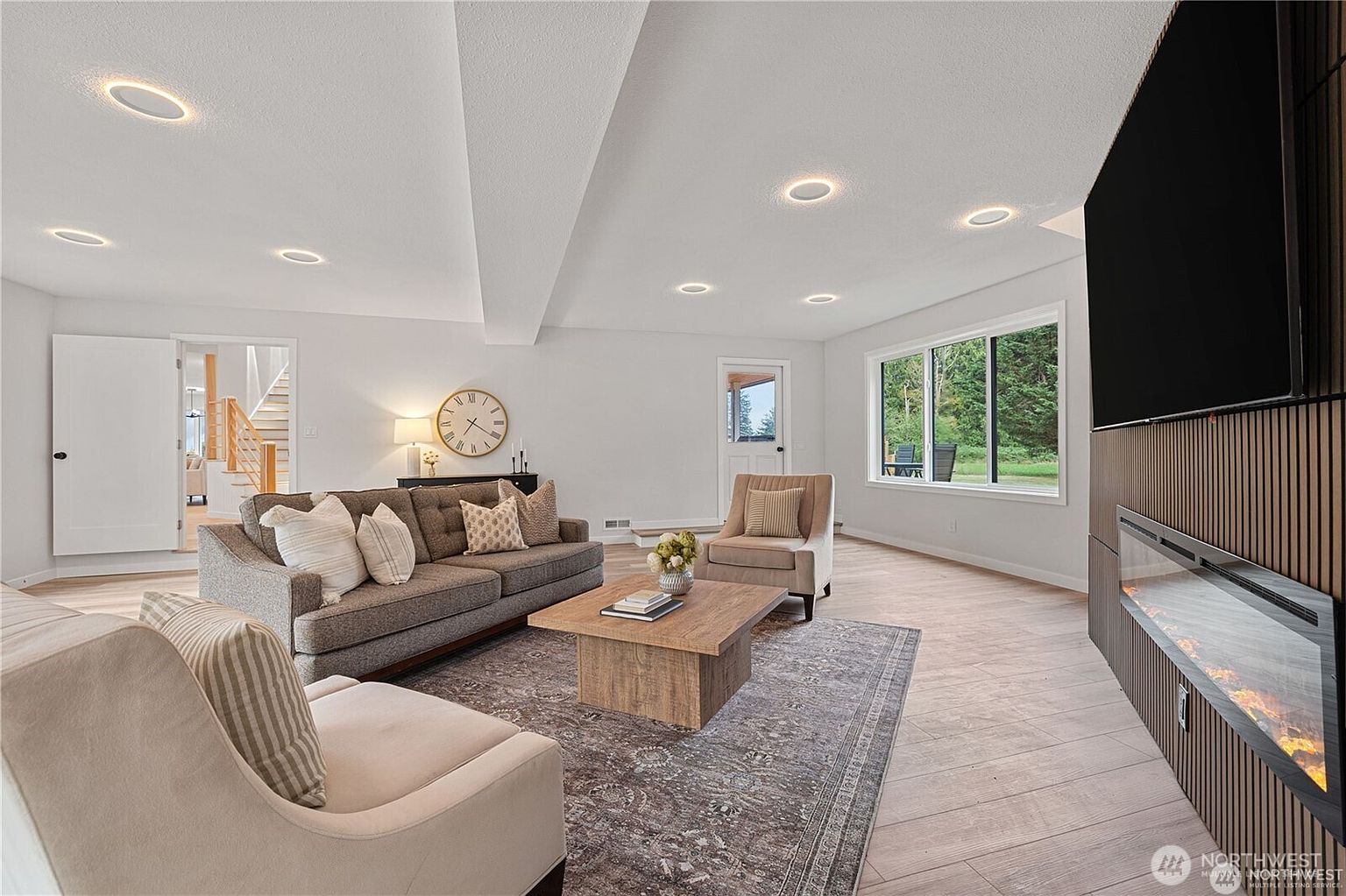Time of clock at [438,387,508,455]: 7:20
